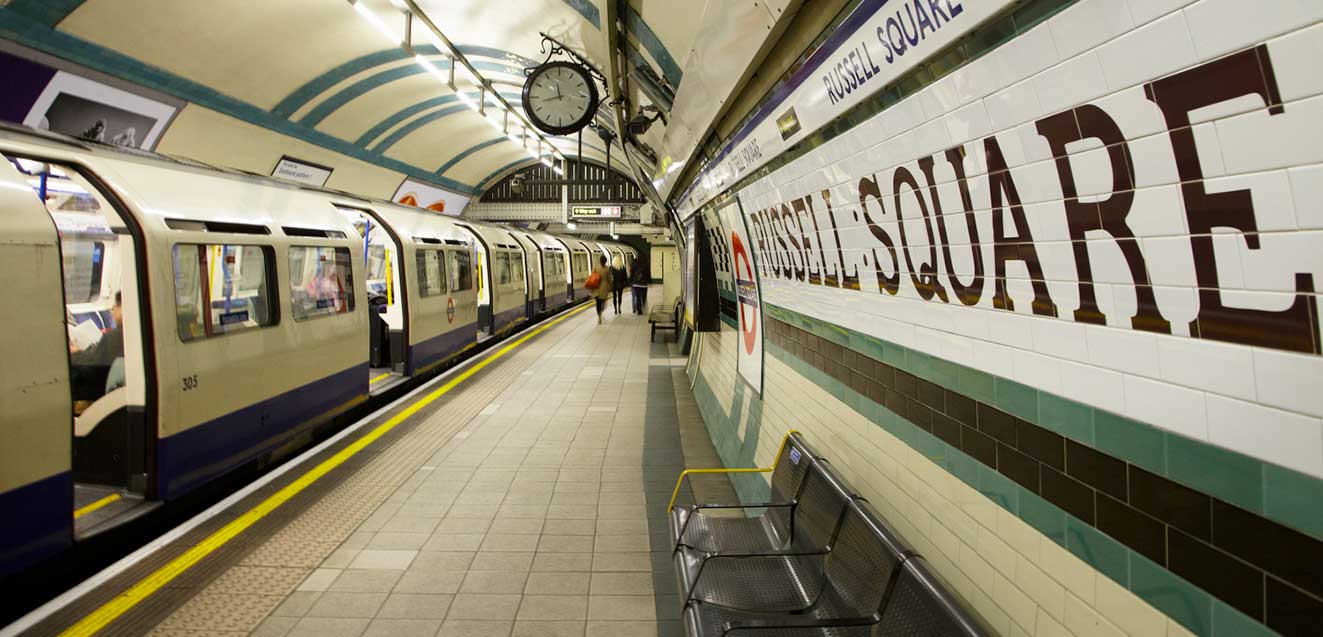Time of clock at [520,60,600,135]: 11:42
